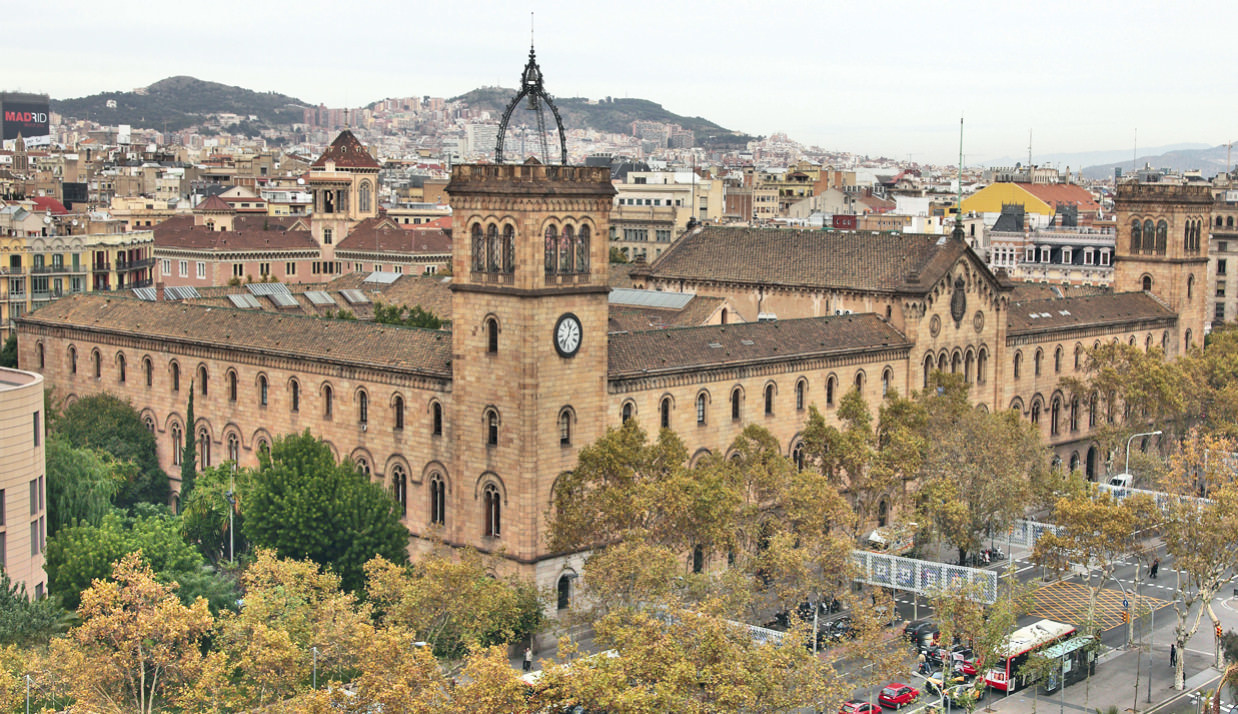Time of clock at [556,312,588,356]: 12:36
